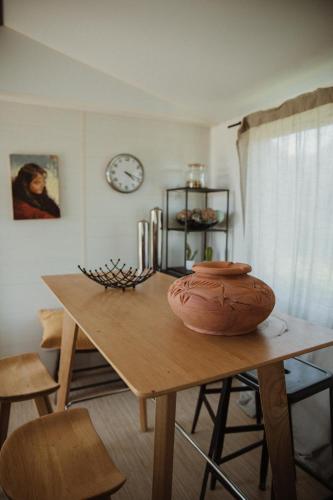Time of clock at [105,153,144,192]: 4:18
